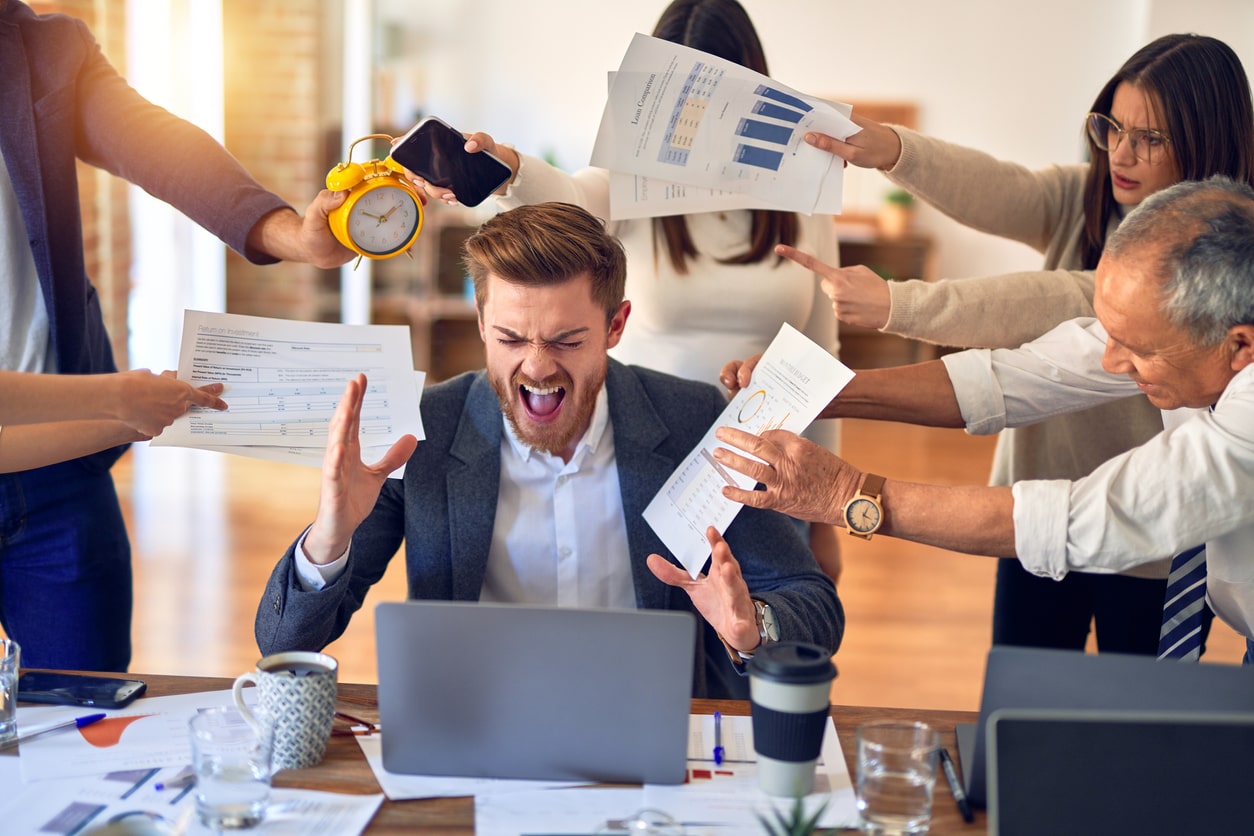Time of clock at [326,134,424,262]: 1:49
